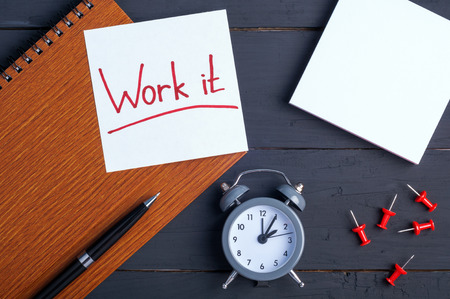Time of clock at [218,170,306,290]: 2:05
